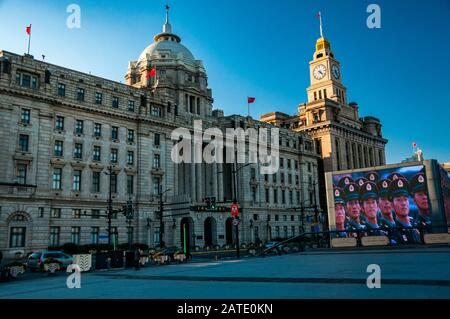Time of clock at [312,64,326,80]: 4:22
